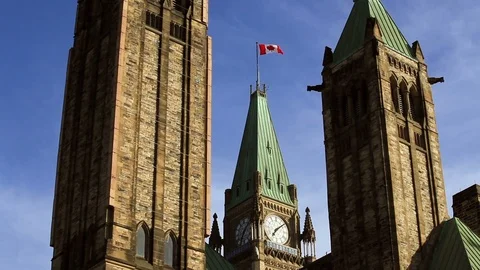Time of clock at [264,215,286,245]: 7:08
